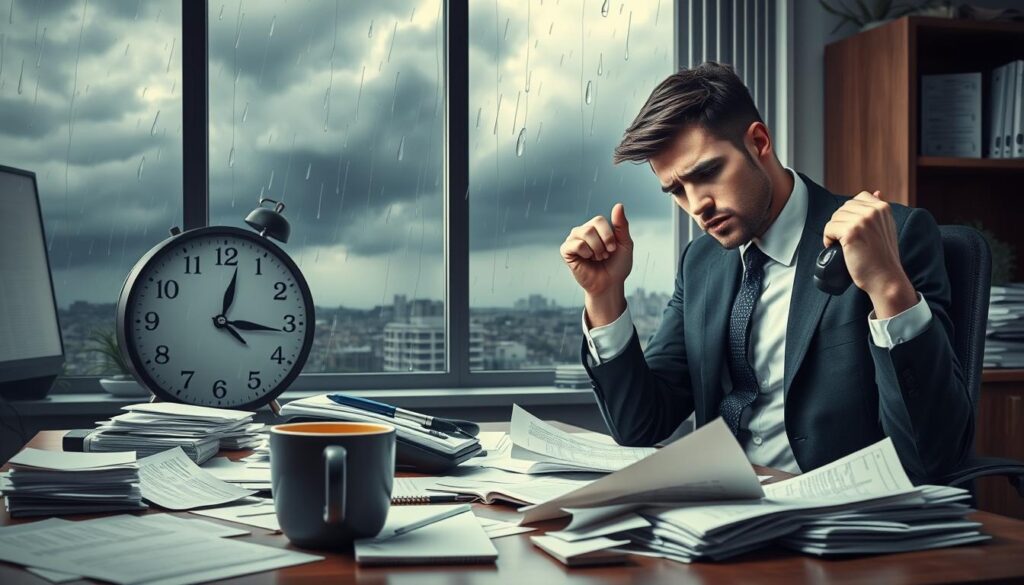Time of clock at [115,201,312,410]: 12:16
